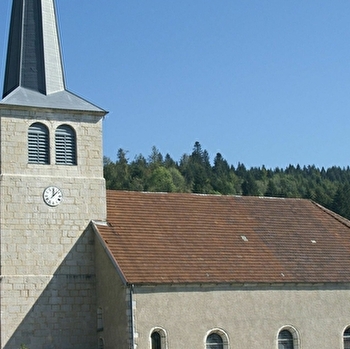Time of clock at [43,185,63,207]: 12:07
